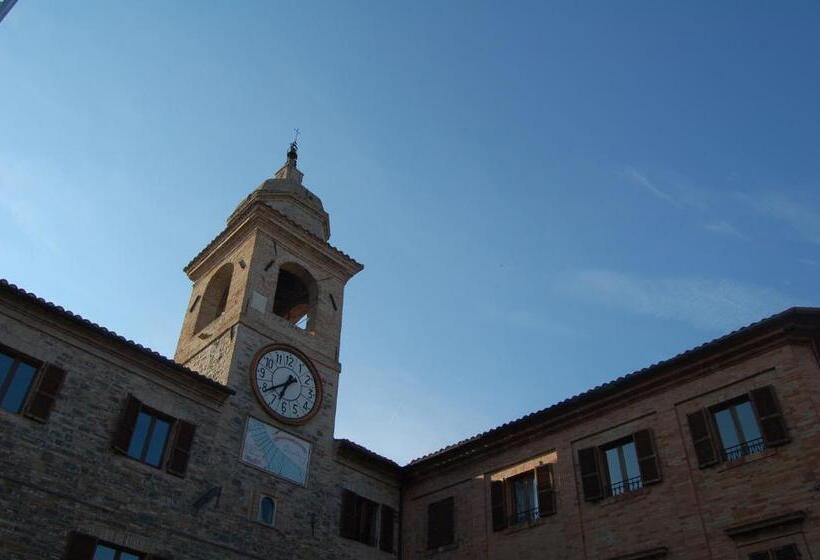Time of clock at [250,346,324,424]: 6:39
